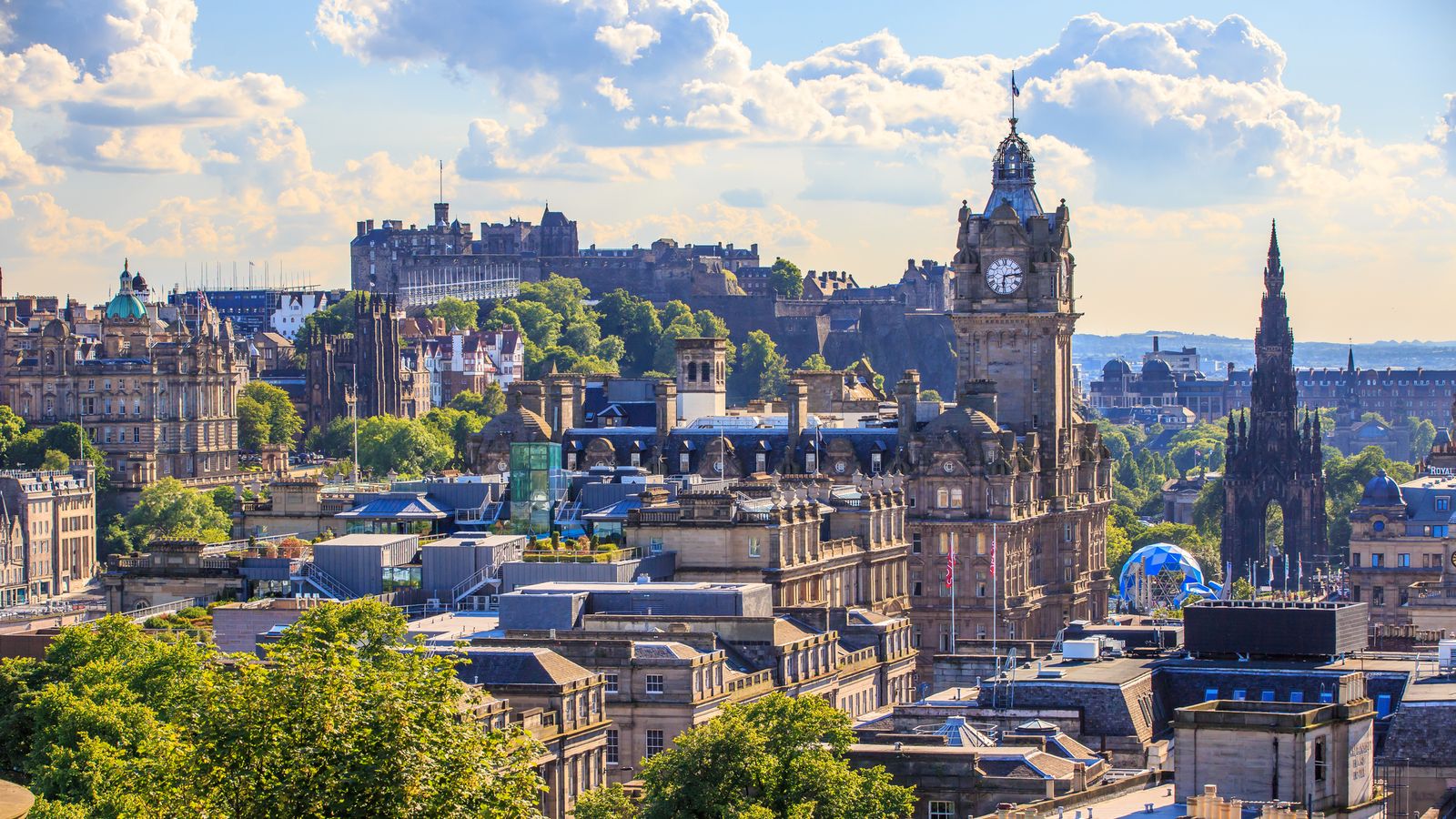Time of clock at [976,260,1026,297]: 6:13
